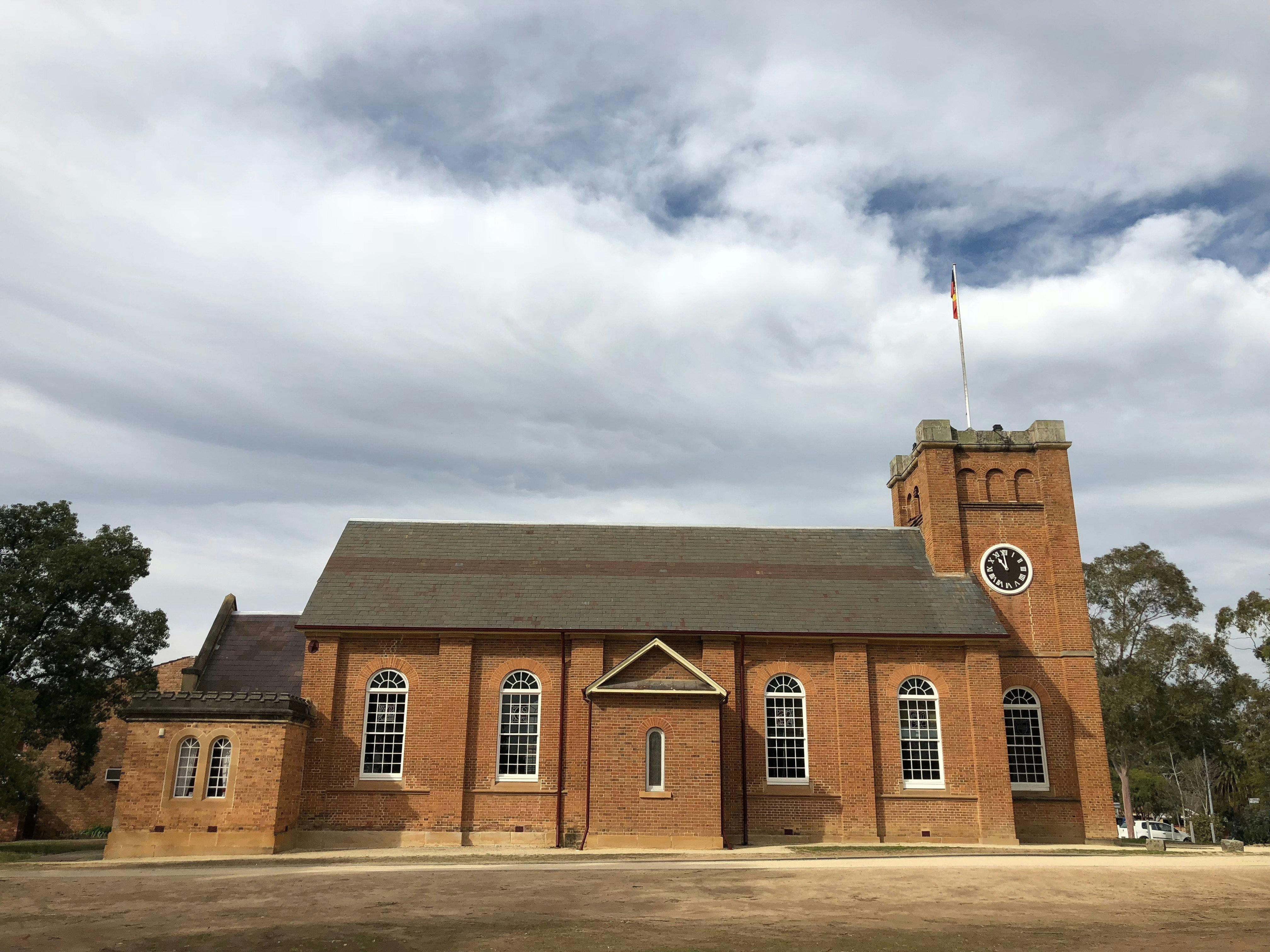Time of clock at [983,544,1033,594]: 10:59
